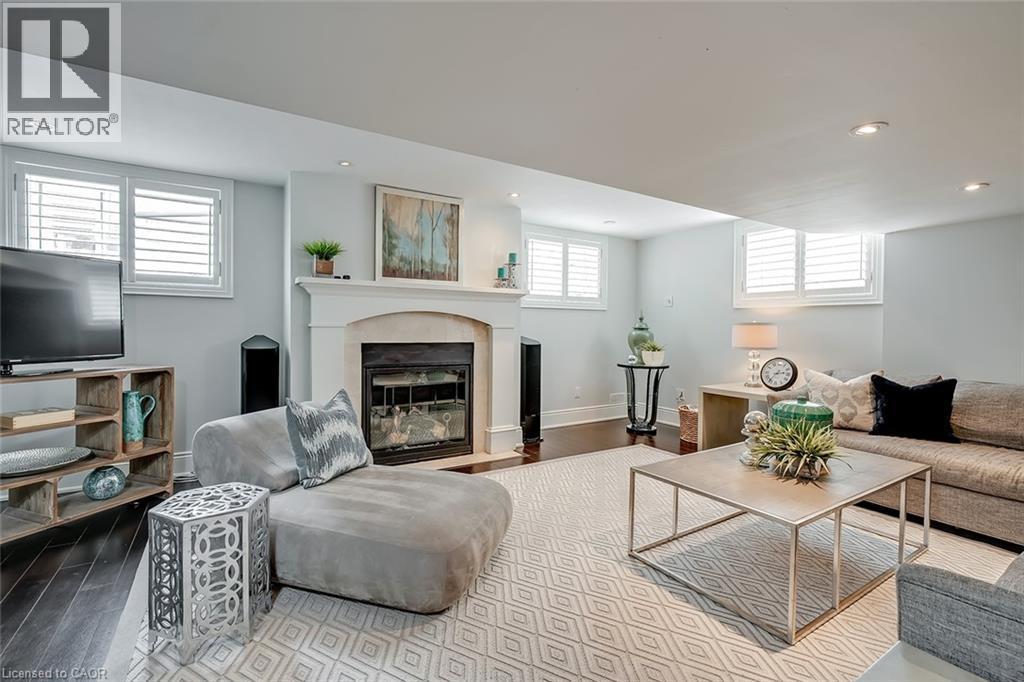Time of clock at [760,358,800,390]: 2:36
